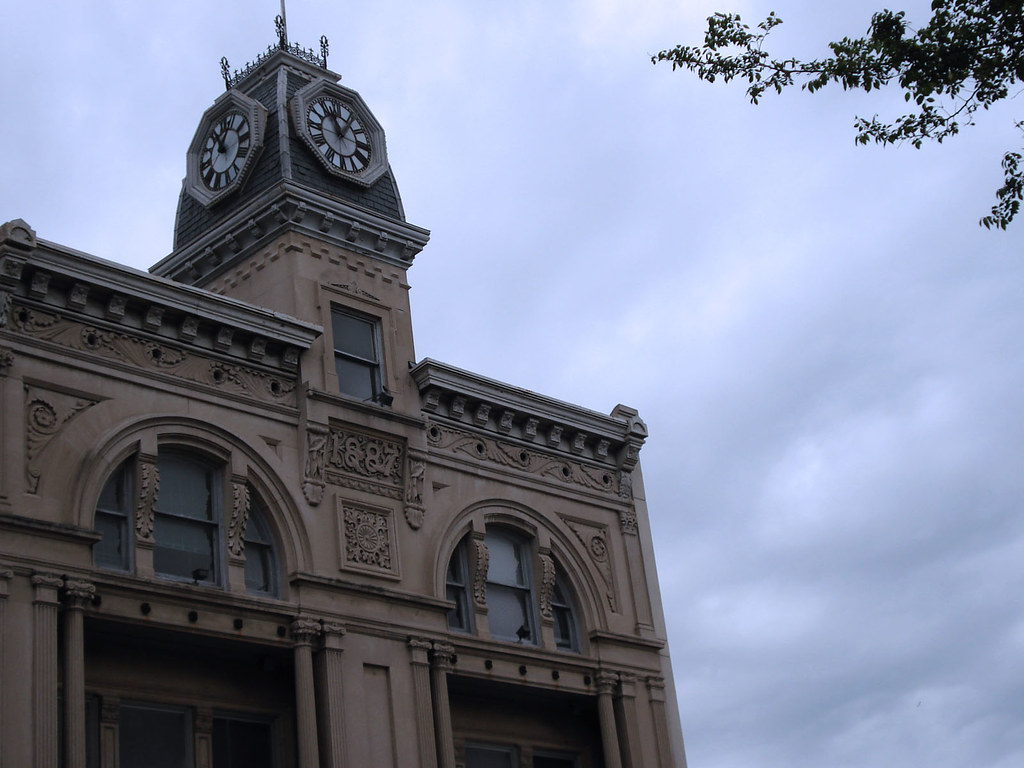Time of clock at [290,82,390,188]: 11:06
